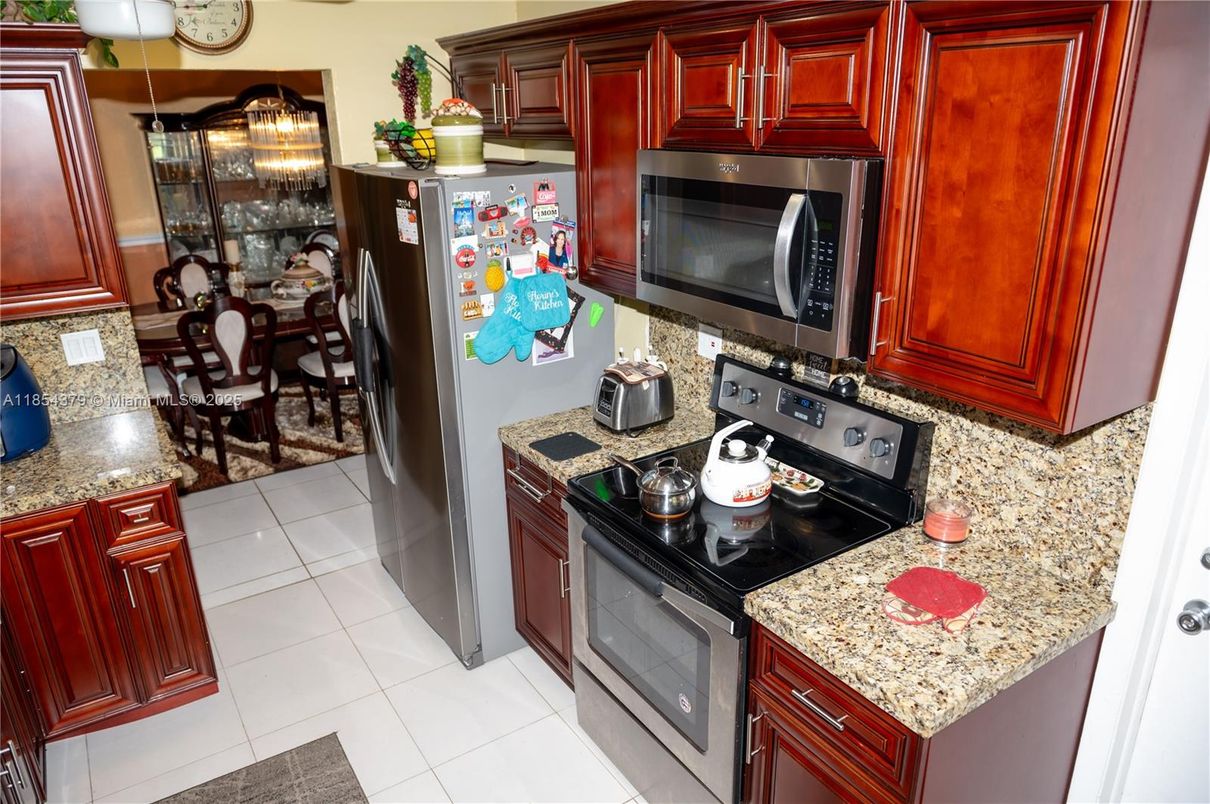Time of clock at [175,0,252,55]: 1:44
